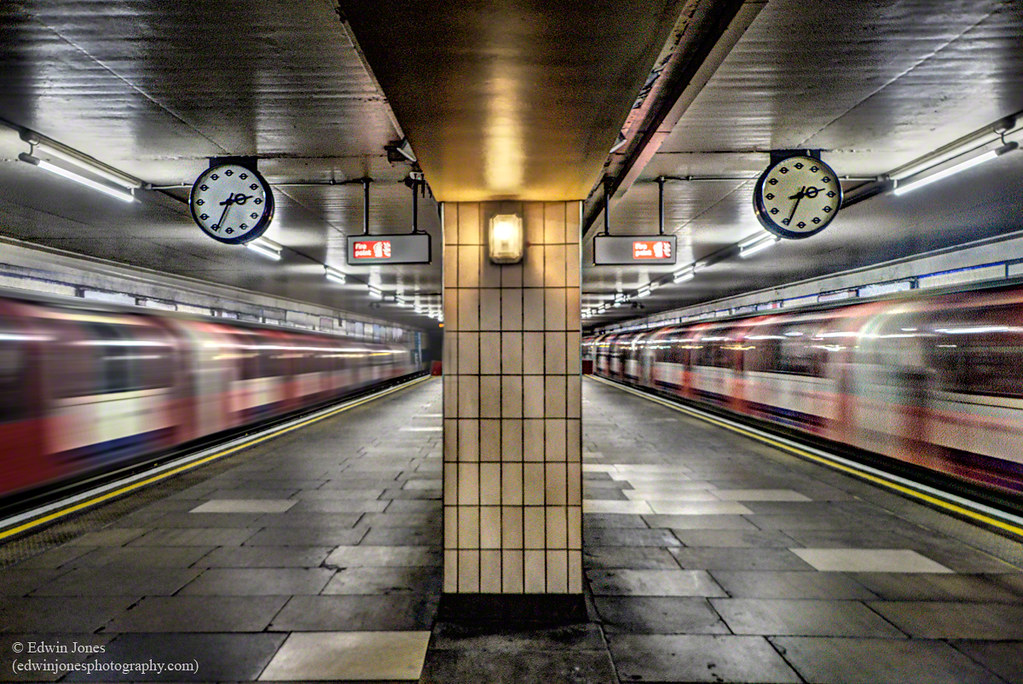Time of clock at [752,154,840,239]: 2:34
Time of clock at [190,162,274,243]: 2:34
